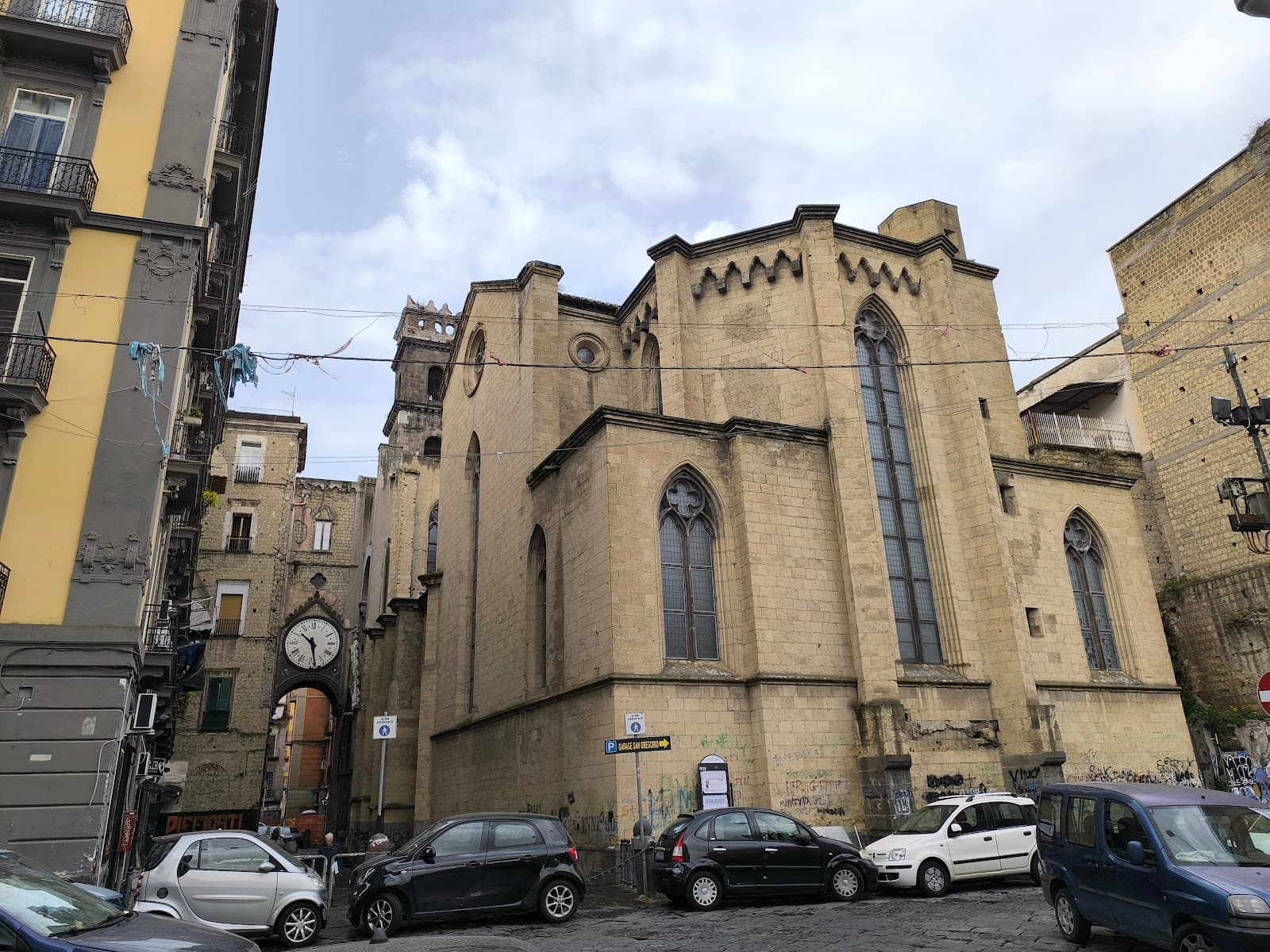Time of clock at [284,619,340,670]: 10:28
